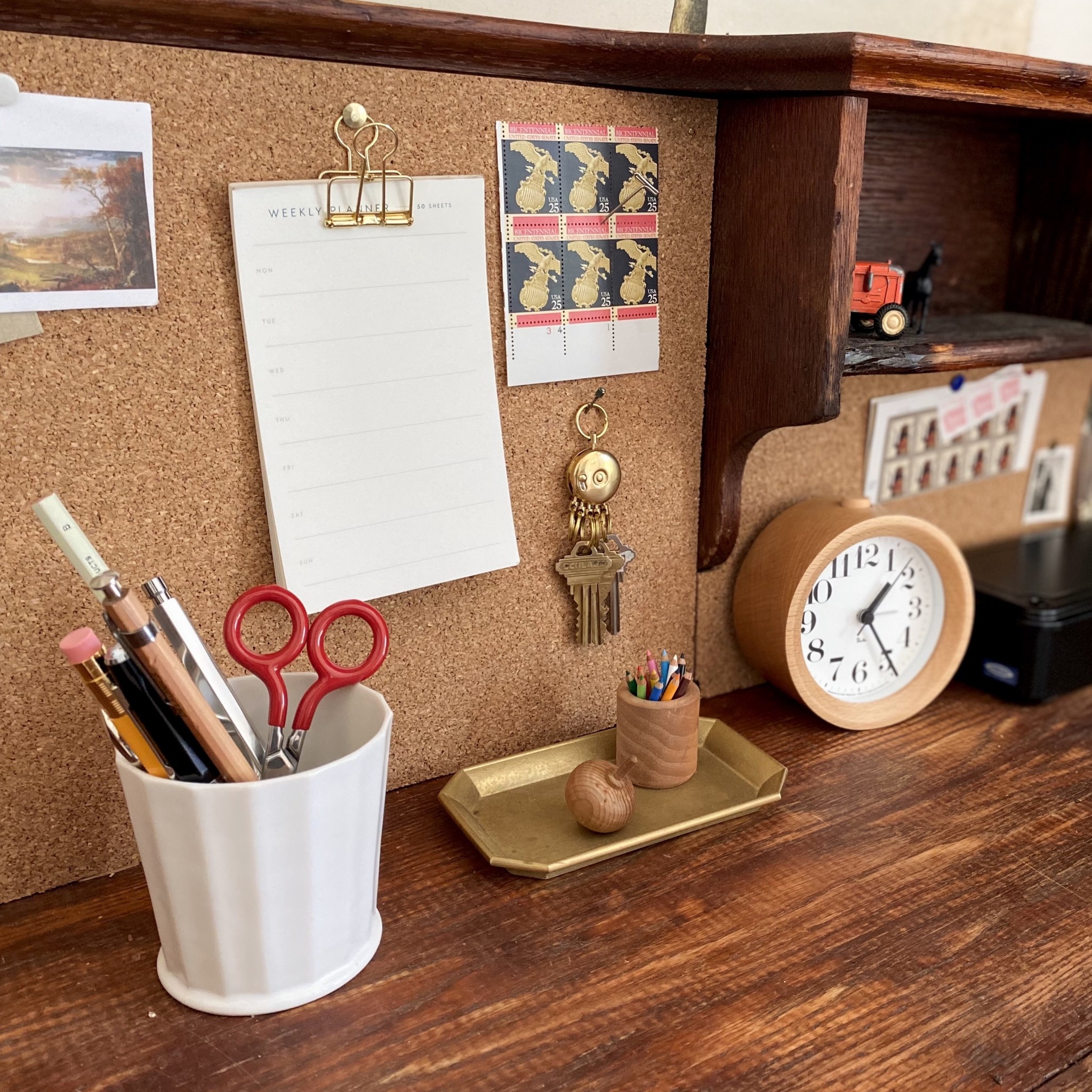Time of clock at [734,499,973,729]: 1:24
